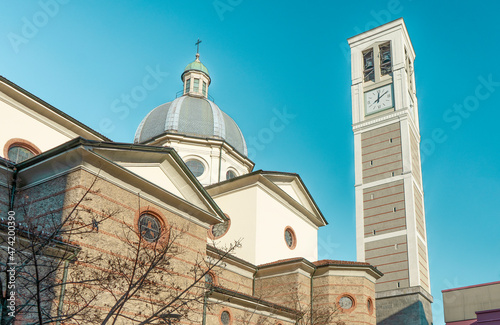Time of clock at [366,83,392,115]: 12:09
